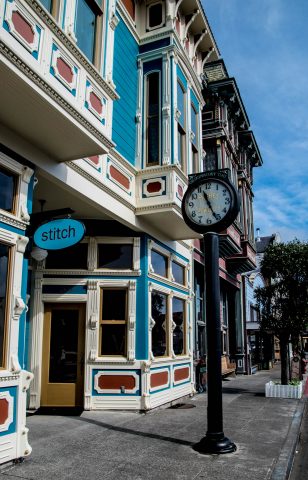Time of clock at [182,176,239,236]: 11:25
